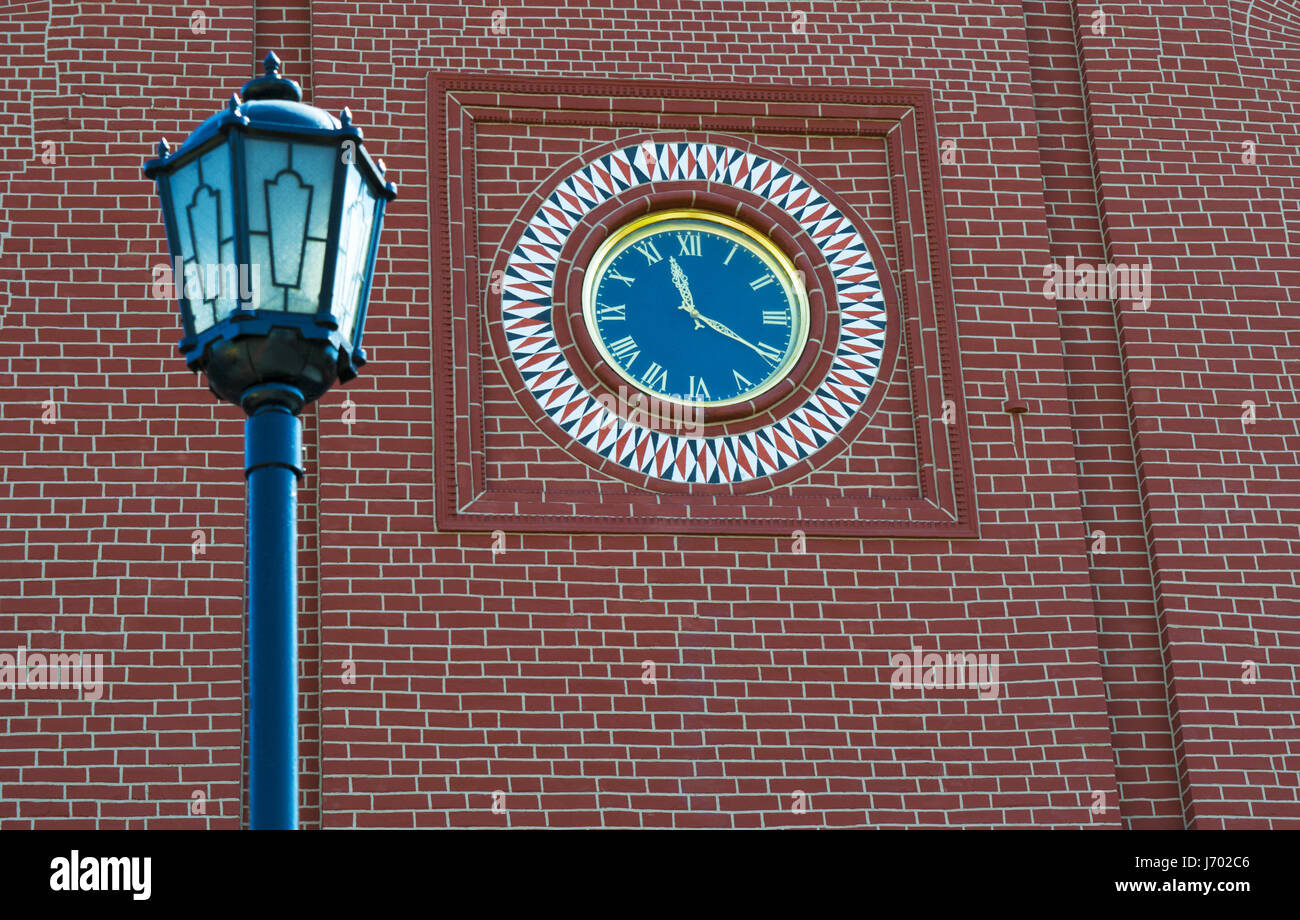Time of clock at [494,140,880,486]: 11:20
